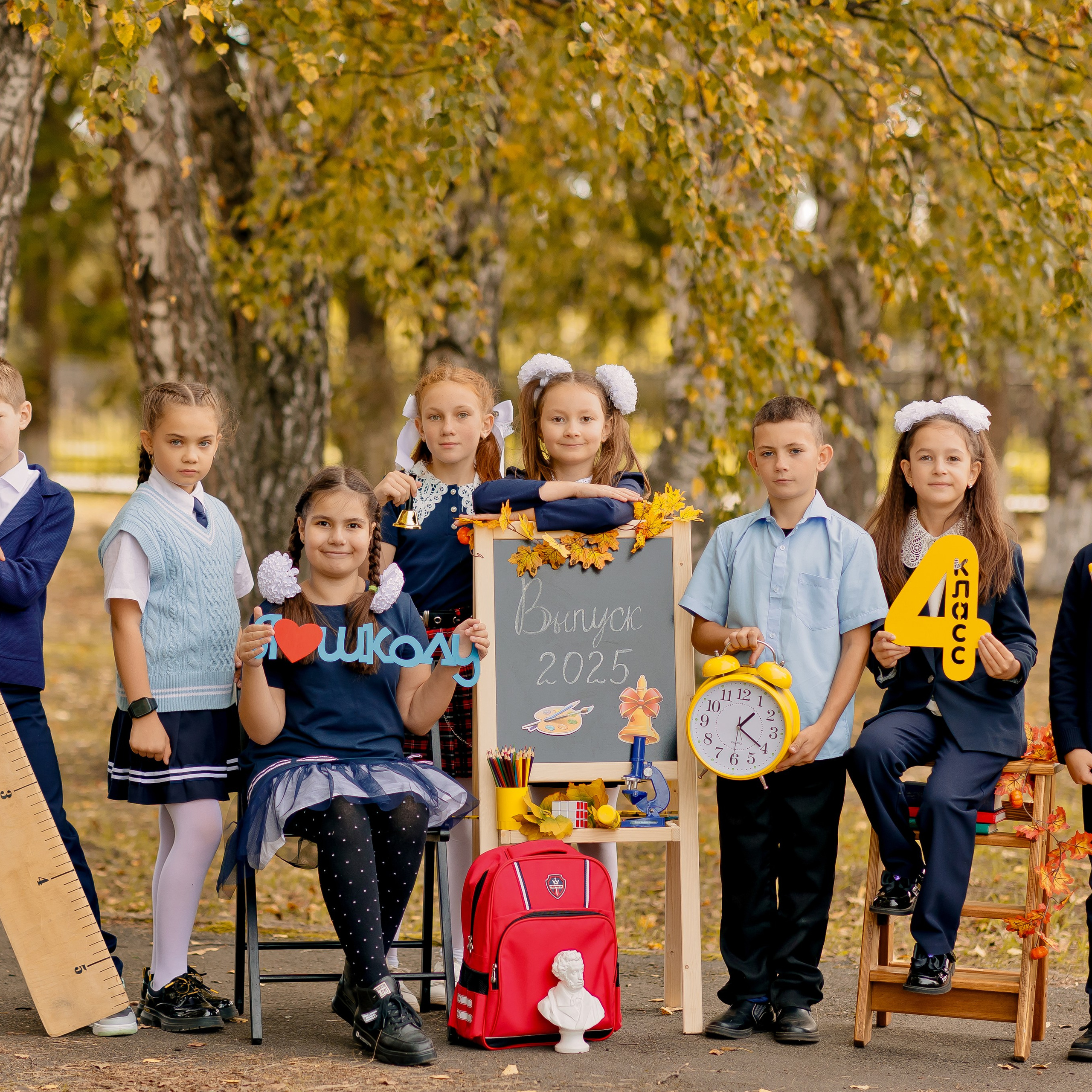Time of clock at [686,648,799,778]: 1:20
